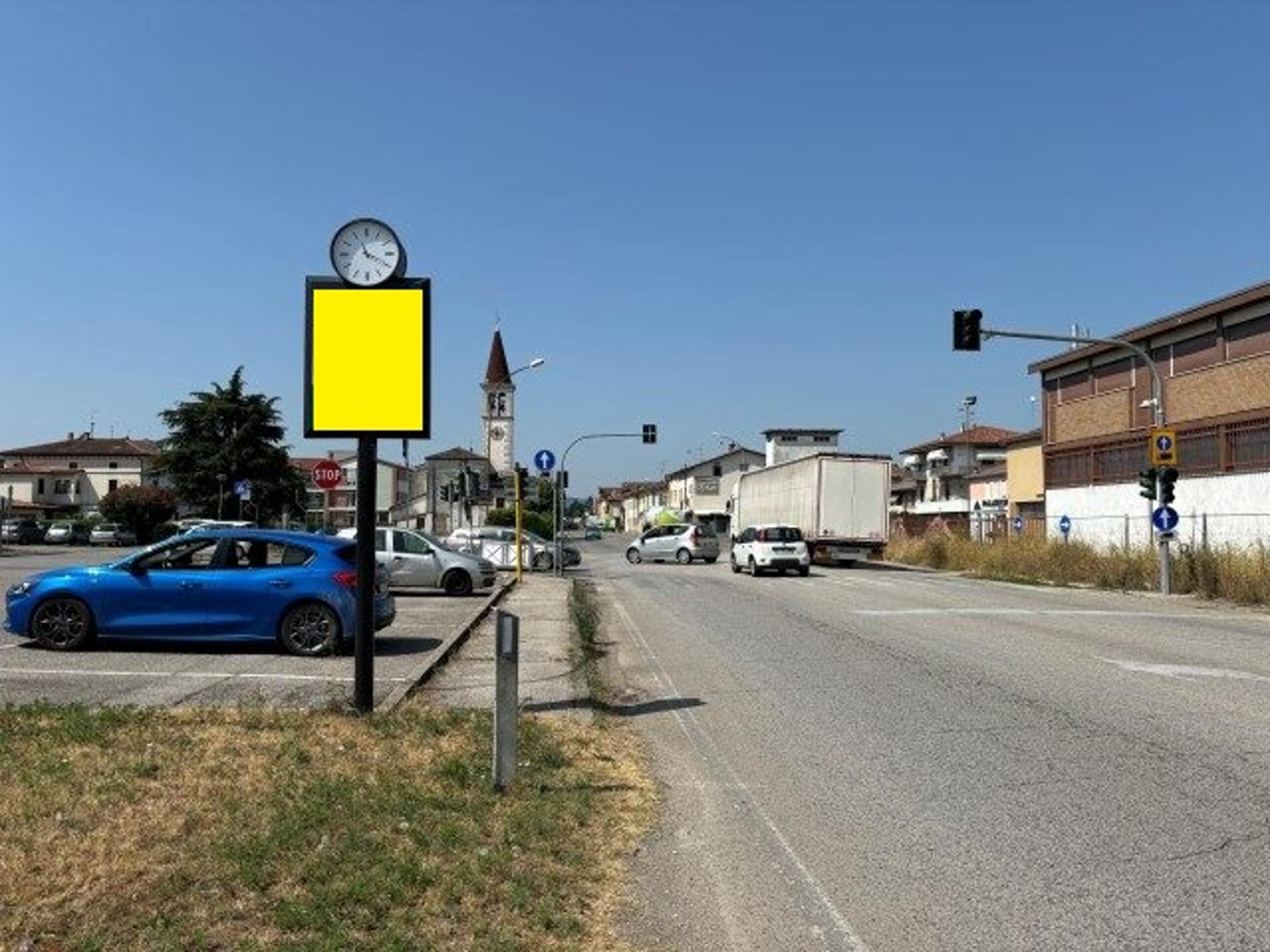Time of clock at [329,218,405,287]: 11:19
